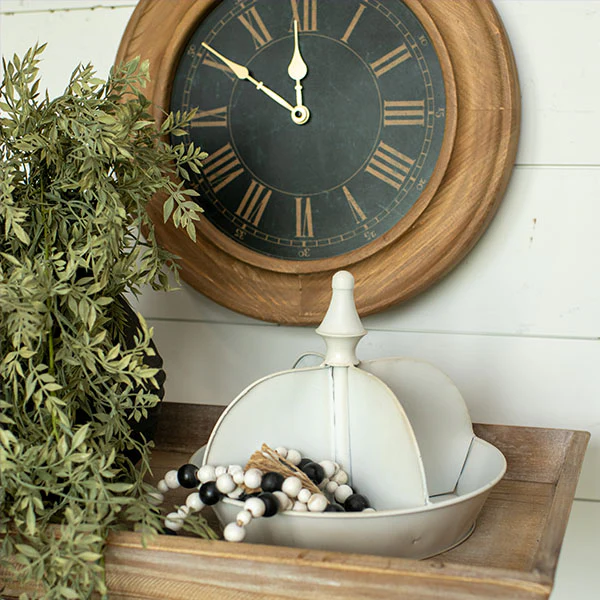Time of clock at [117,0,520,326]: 11:50
